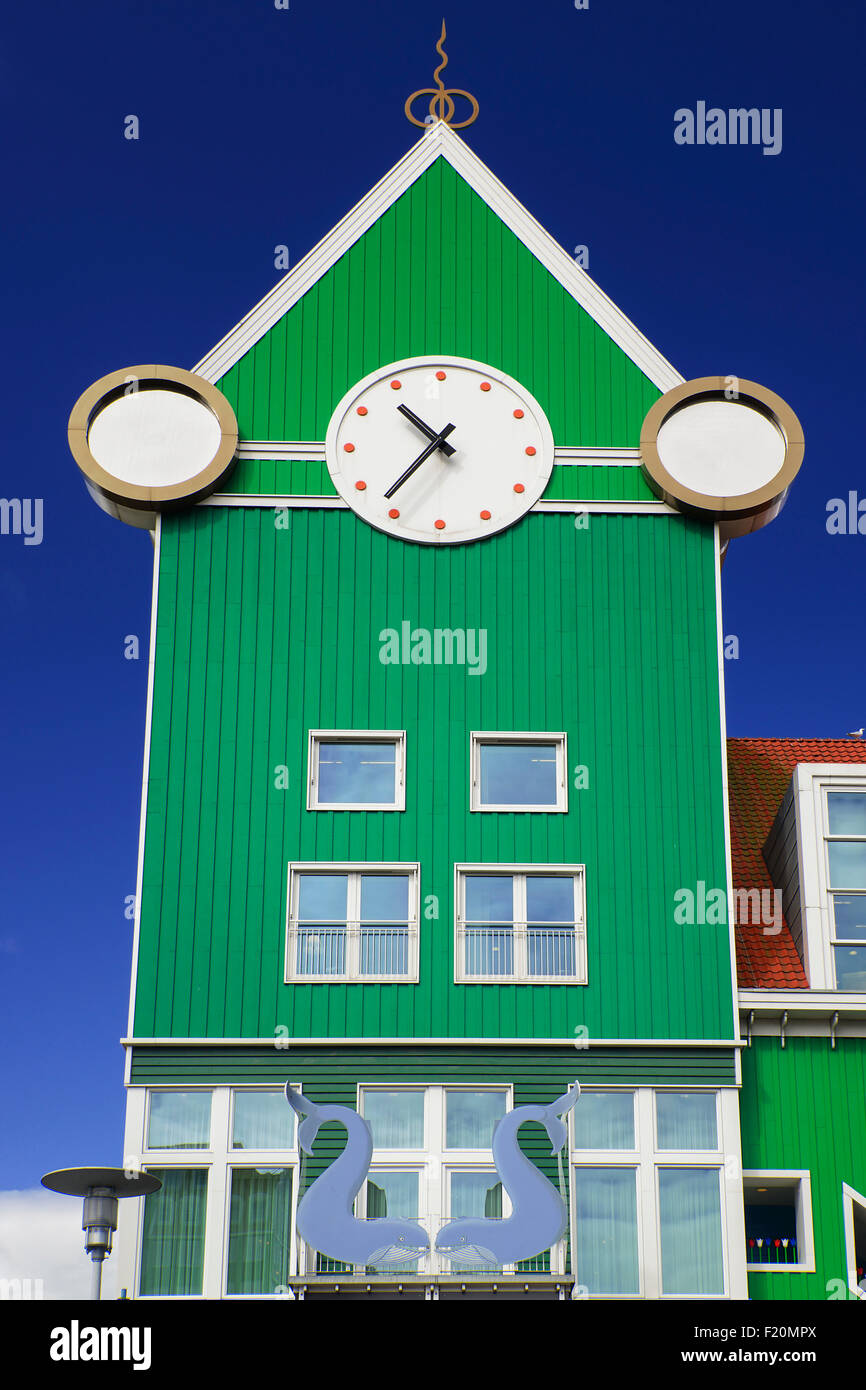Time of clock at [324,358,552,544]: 10:36
